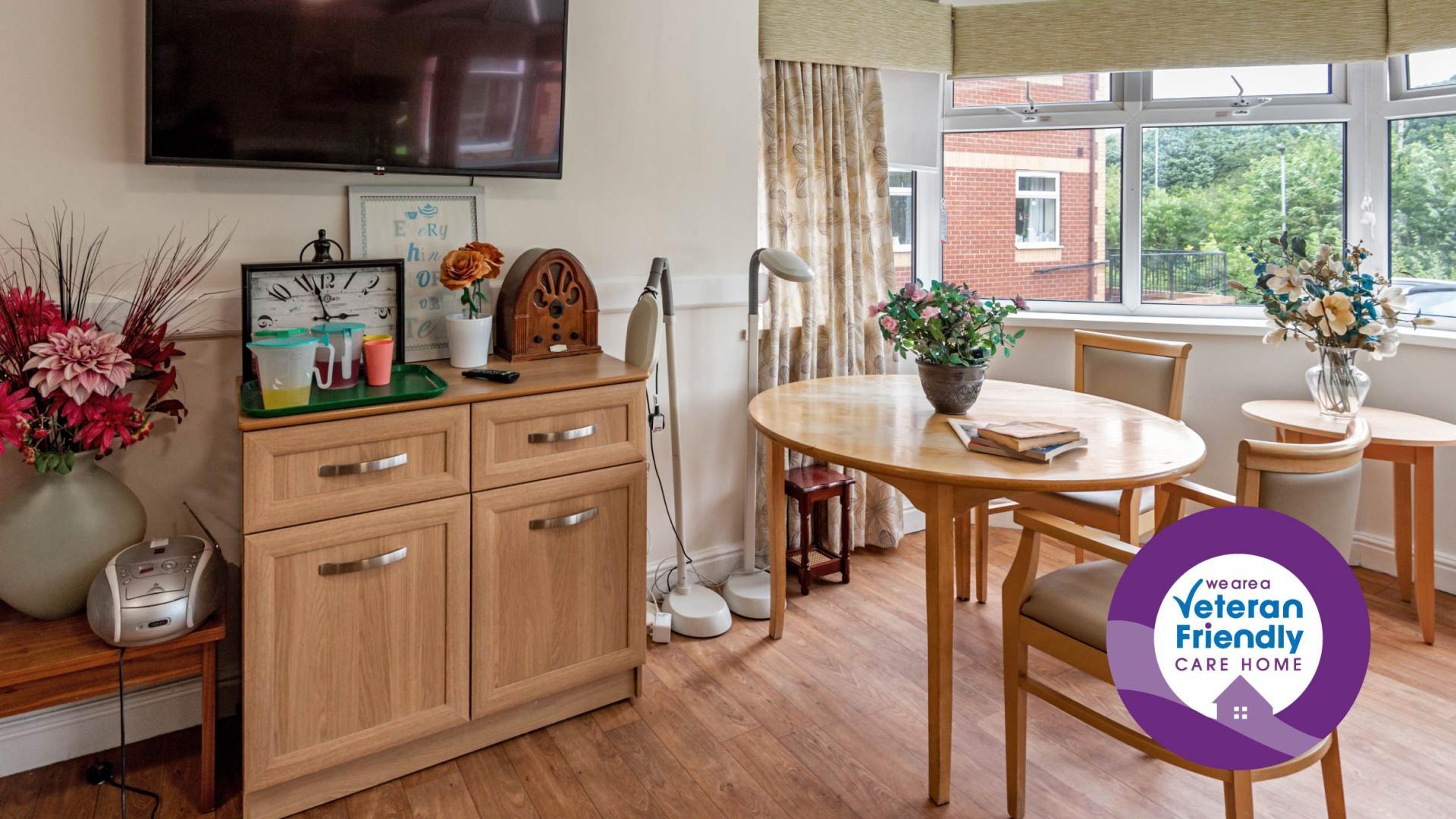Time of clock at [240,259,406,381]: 2:56
